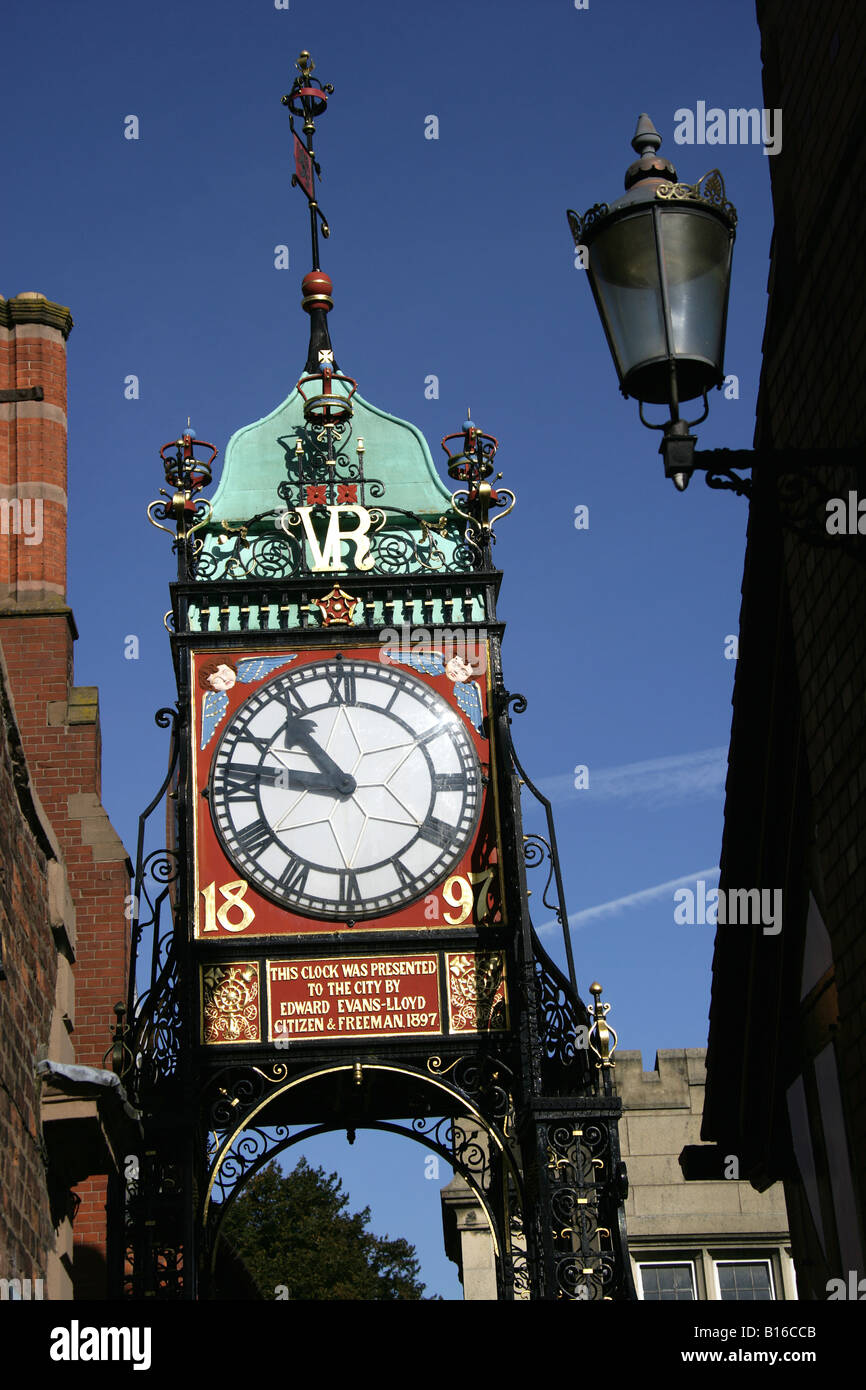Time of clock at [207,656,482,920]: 10:46
